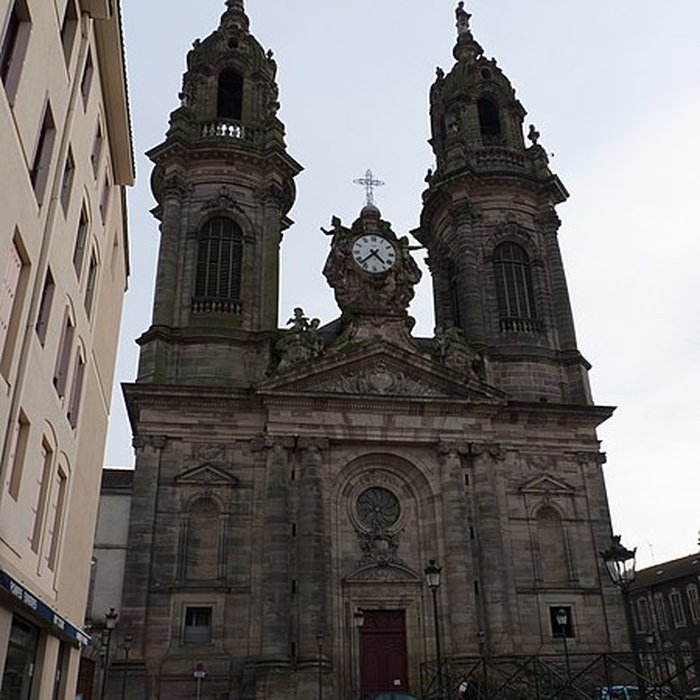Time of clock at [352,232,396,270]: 4:37
